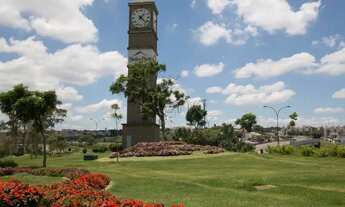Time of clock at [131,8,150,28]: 1:22
